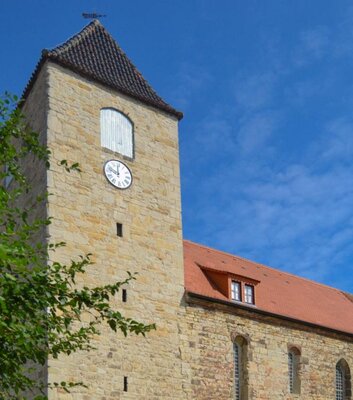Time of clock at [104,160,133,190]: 11:47
